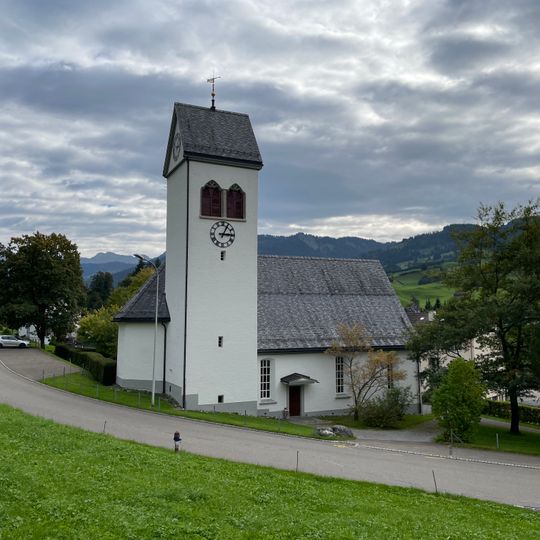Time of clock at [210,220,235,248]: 3:04
